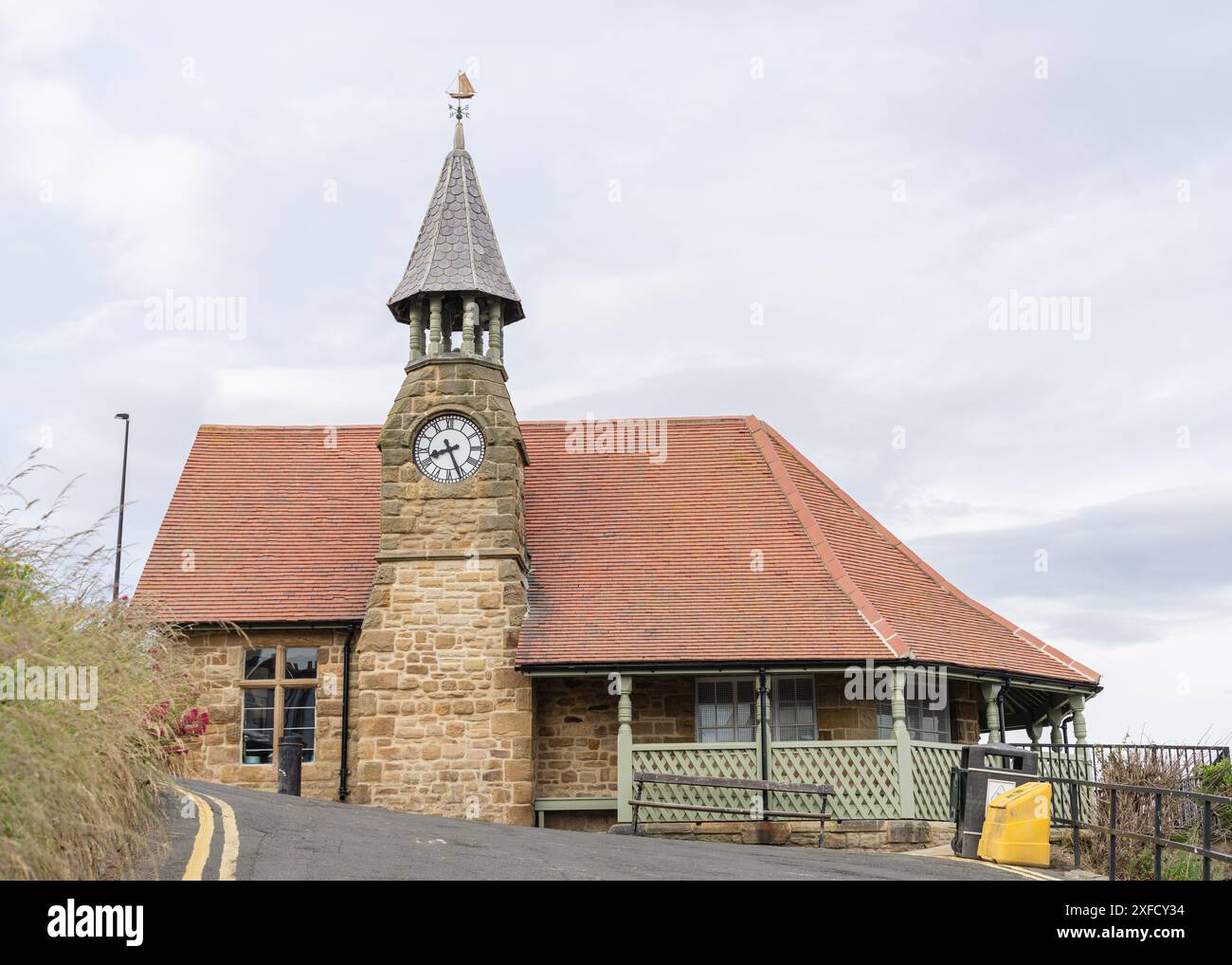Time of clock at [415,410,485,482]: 8:26
